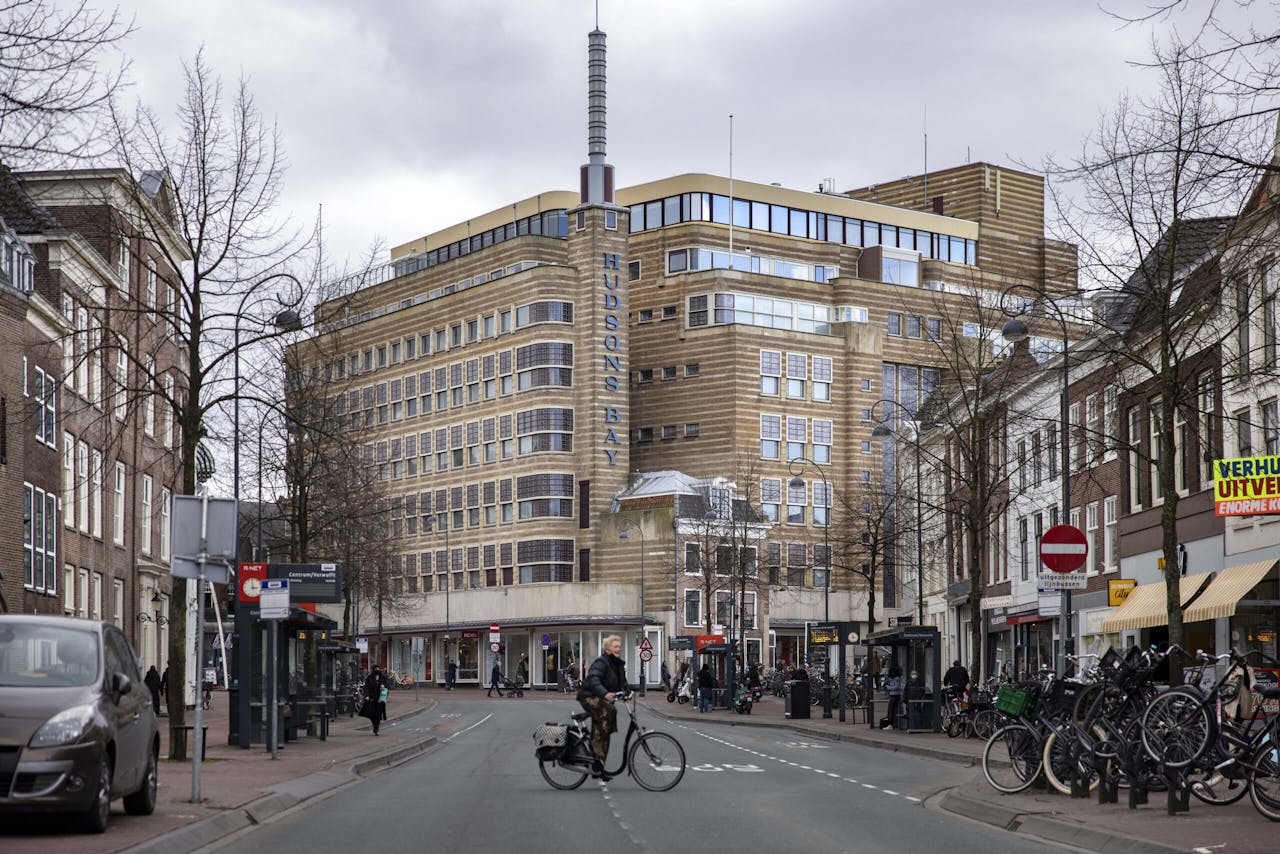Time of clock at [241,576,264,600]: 2:59
